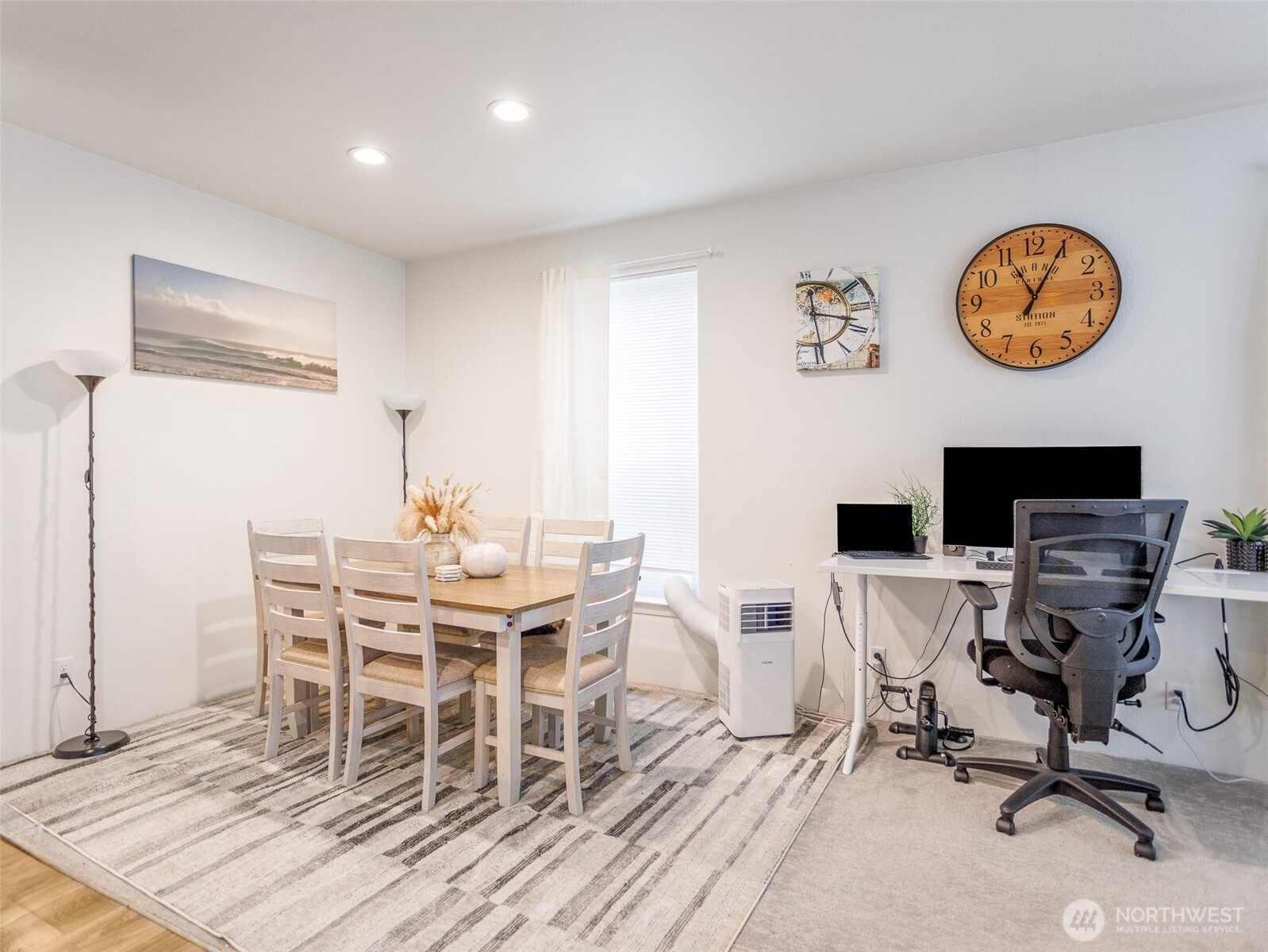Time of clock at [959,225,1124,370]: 11:04
